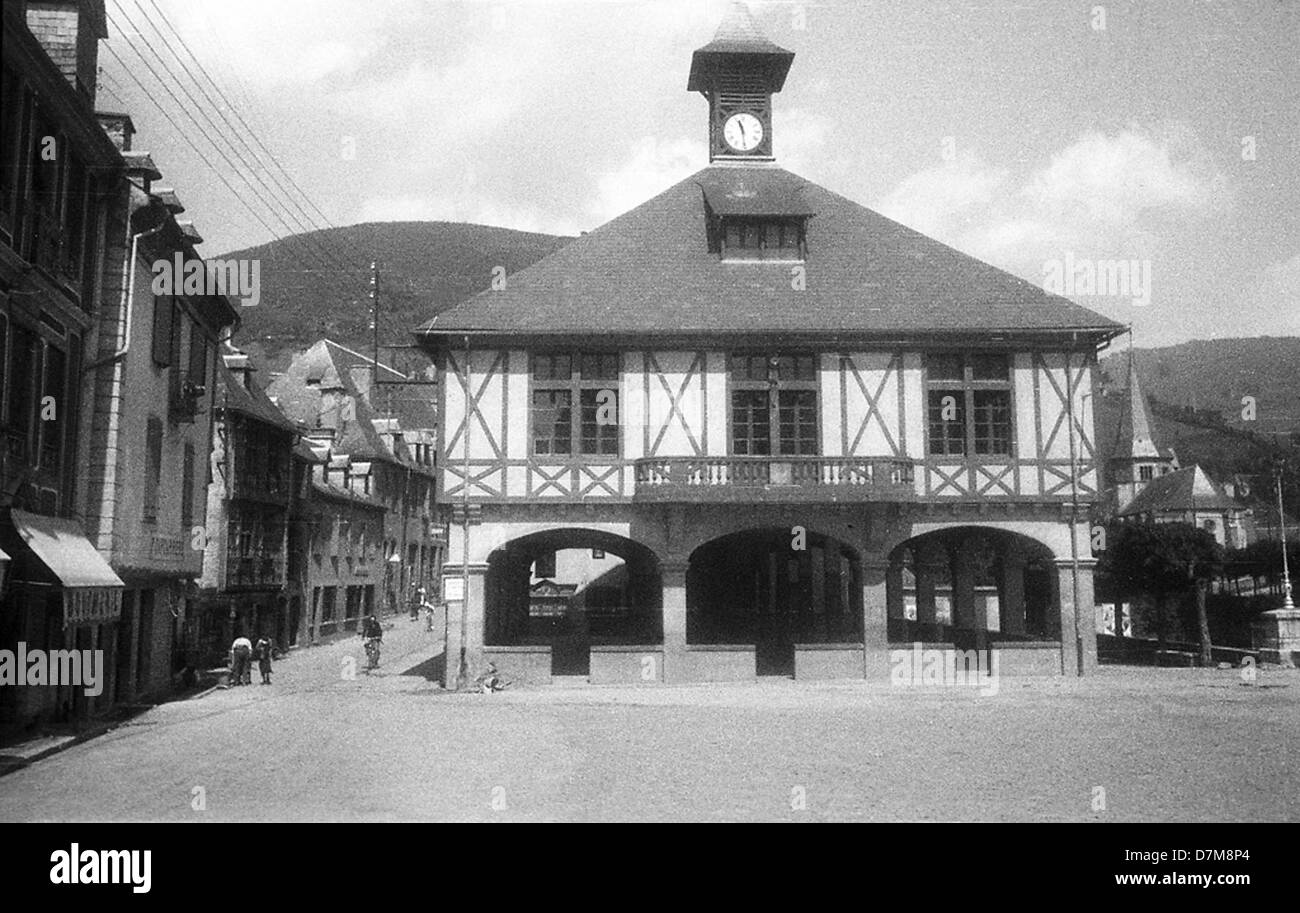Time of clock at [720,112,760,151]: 11:28
